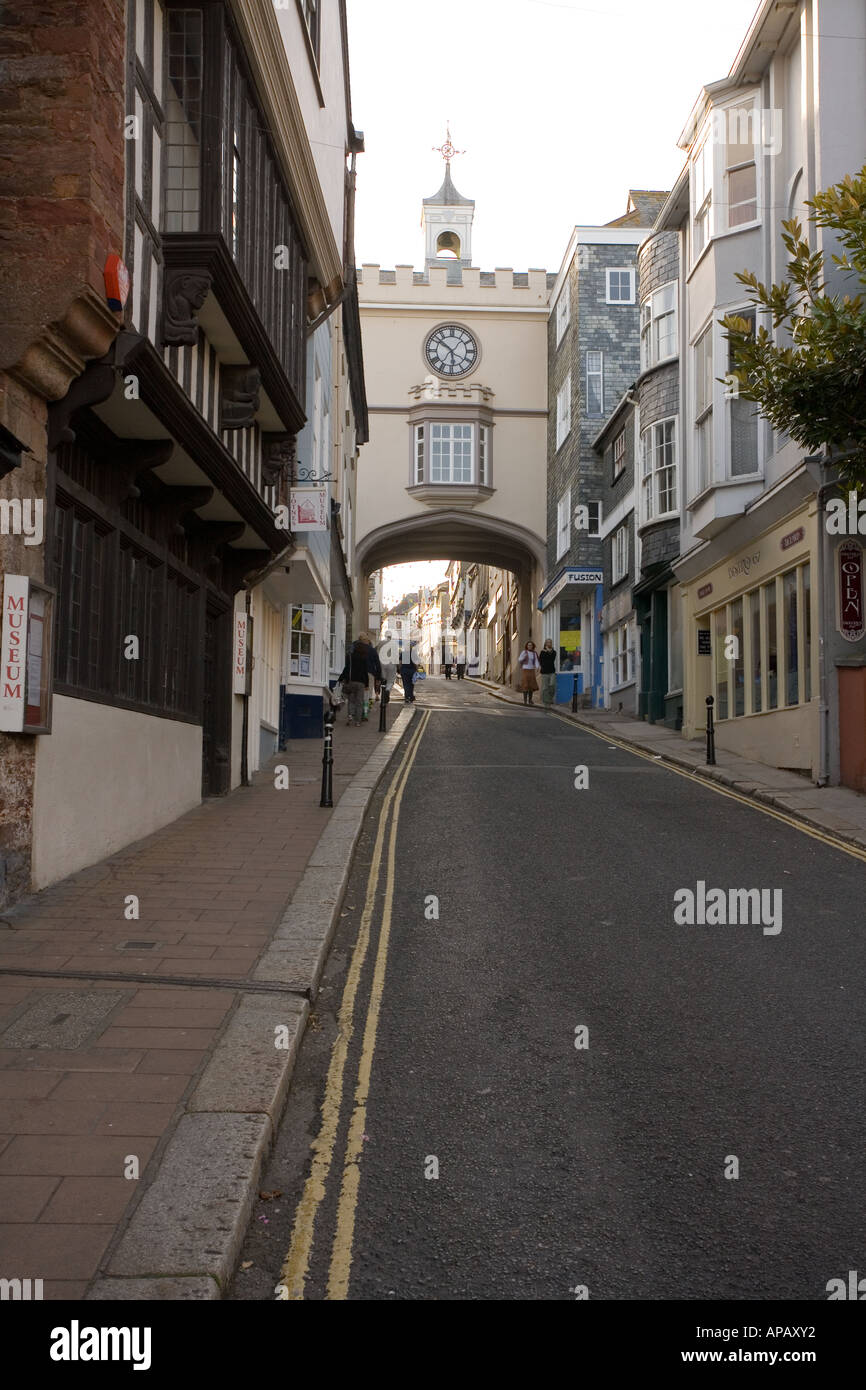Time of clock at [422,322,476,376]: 5:51
